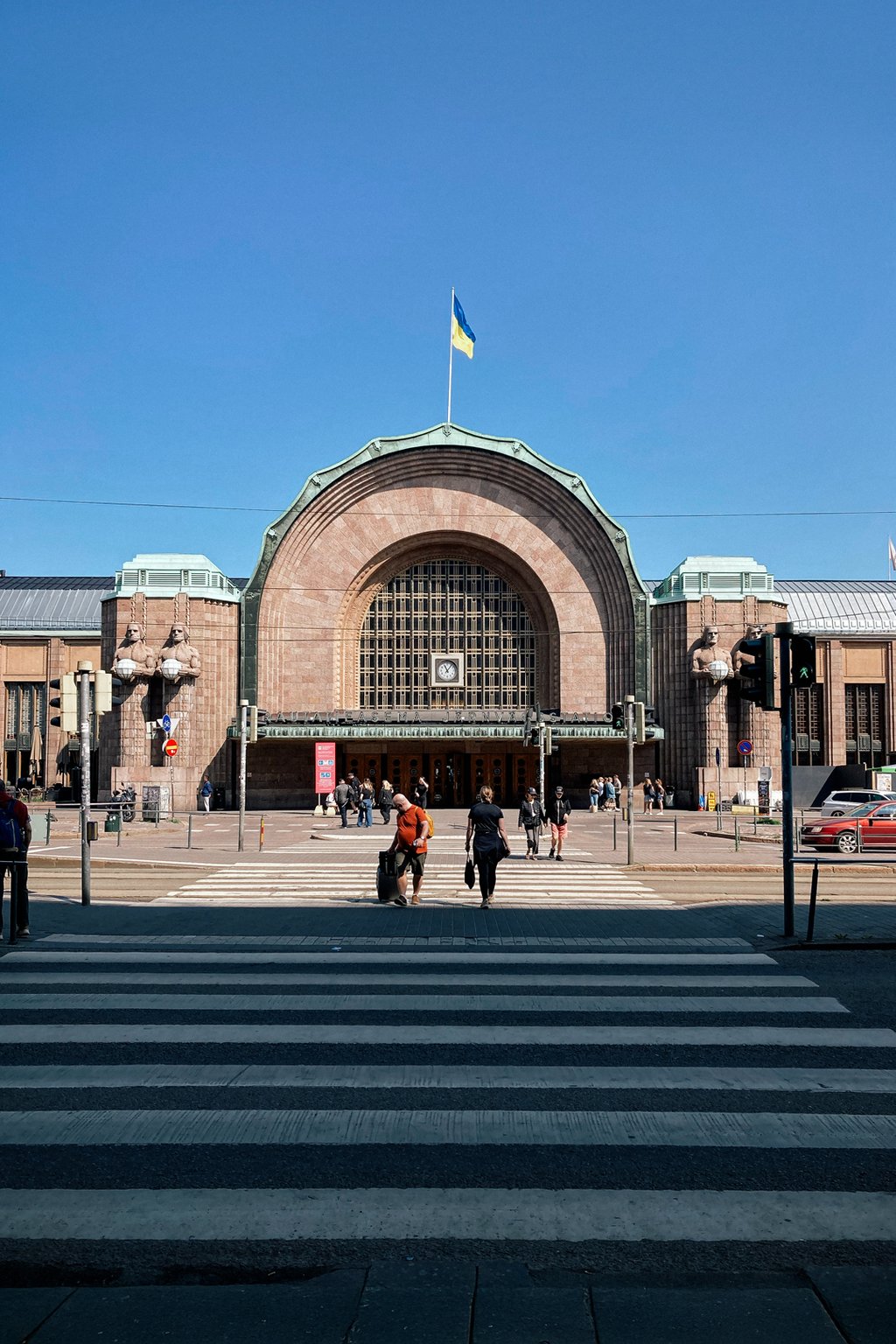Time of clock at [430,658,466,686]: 11:06
